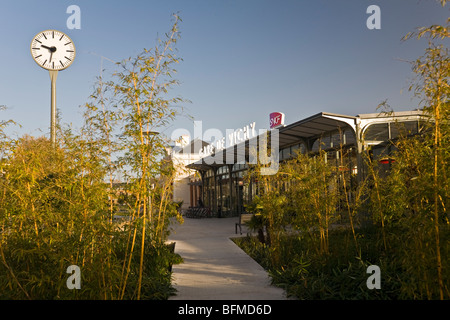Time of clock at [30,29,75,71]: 9:32
